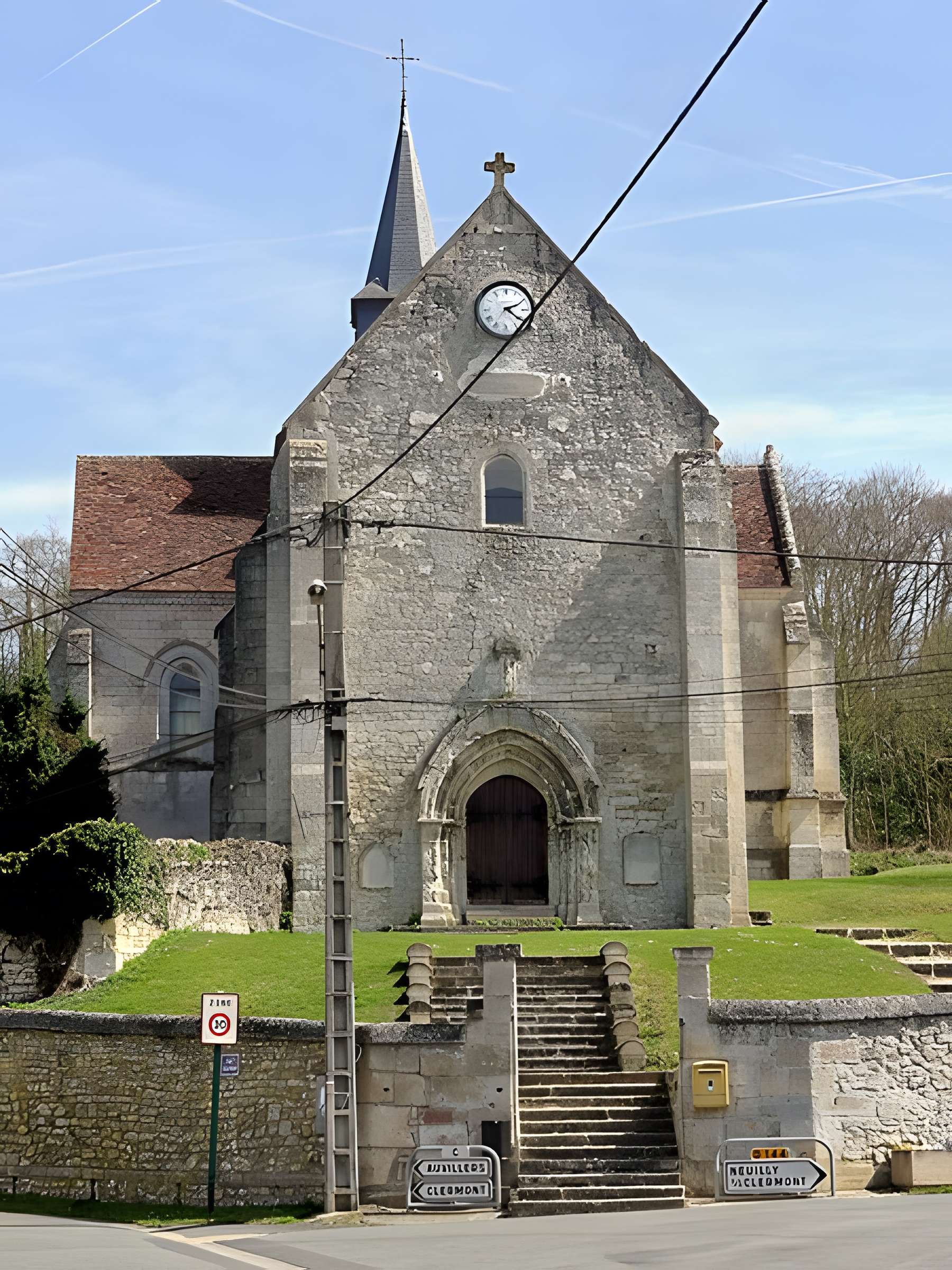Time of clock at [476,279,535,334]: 2:21
